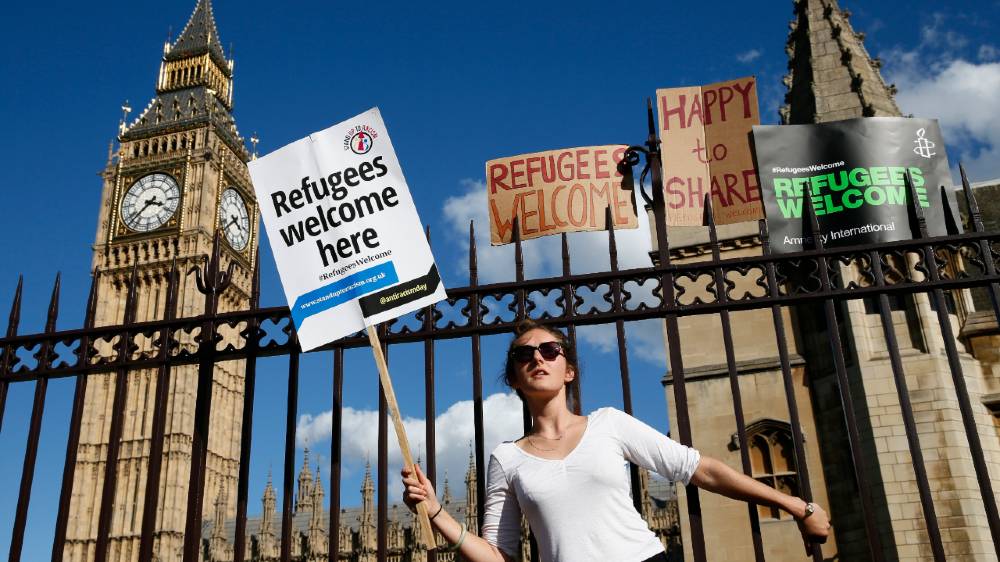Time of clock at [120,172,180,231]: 3:37
